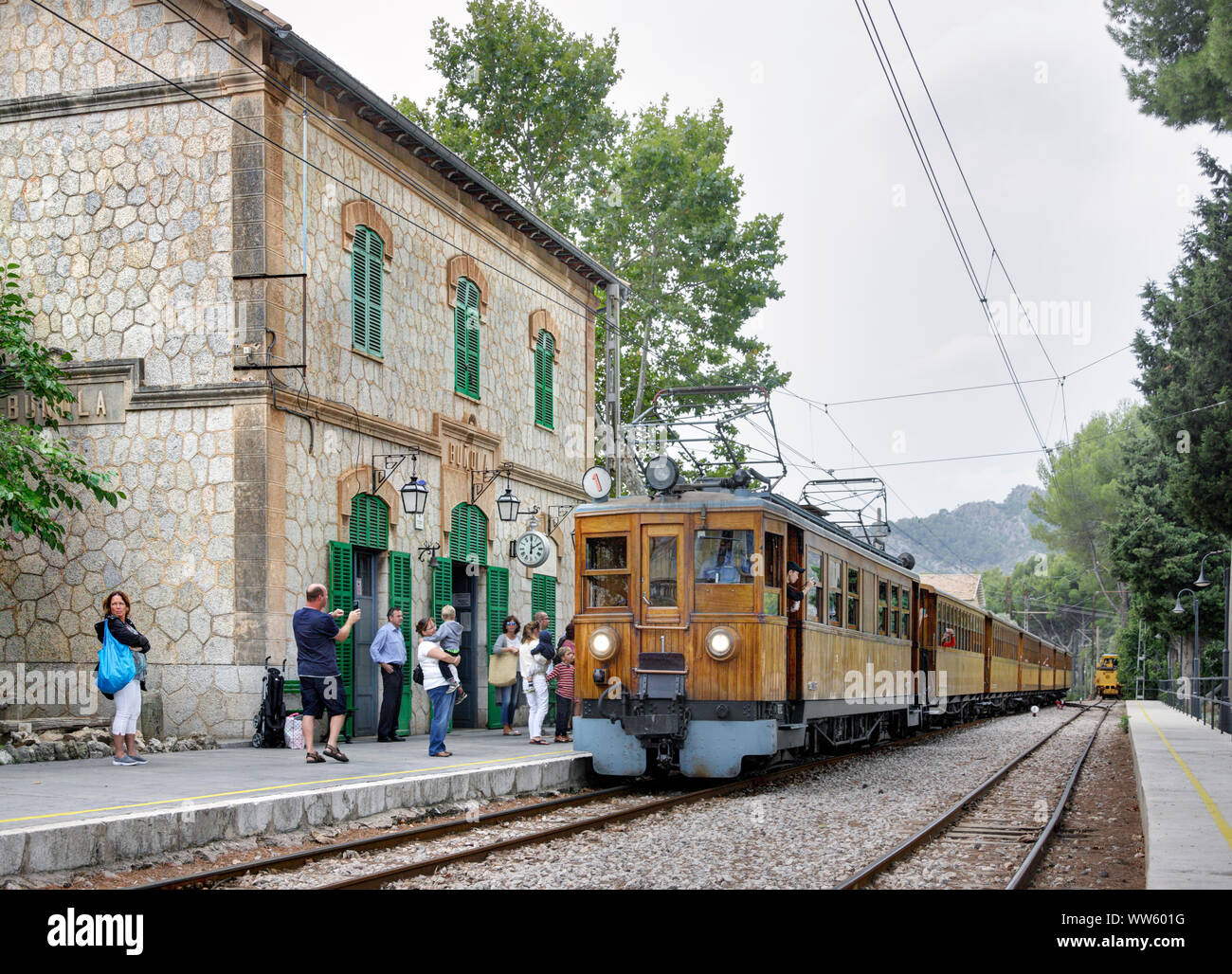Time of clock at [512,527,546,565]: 2:00
